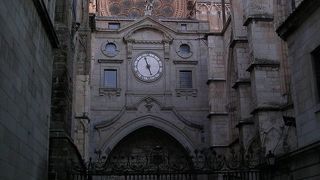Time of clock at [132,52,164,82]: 11:26
